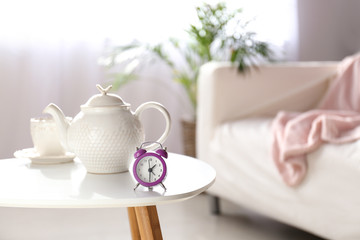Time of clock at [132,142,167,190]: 1:30
